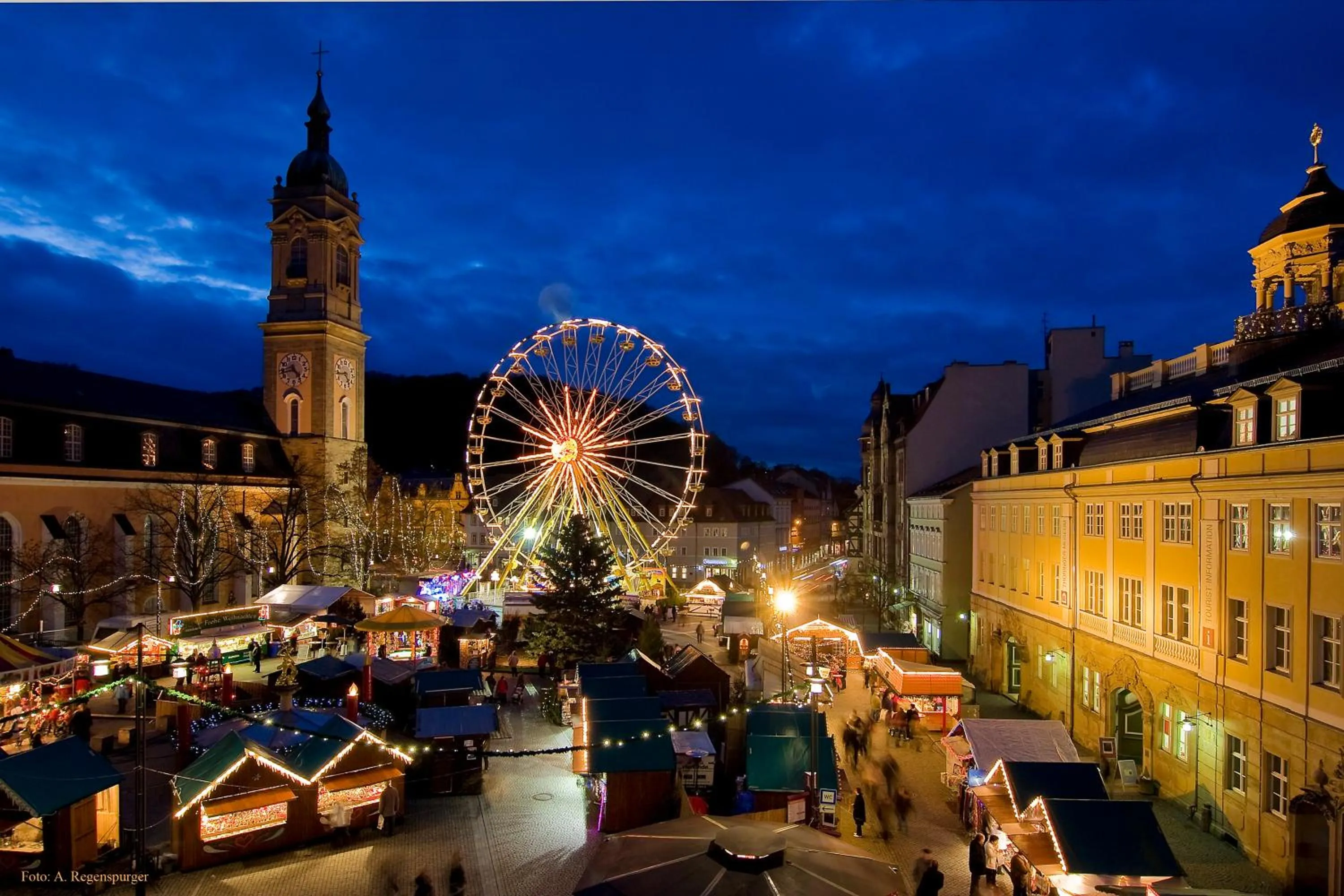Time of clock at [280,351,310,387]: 4:42
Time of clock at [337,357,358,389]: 4:43
